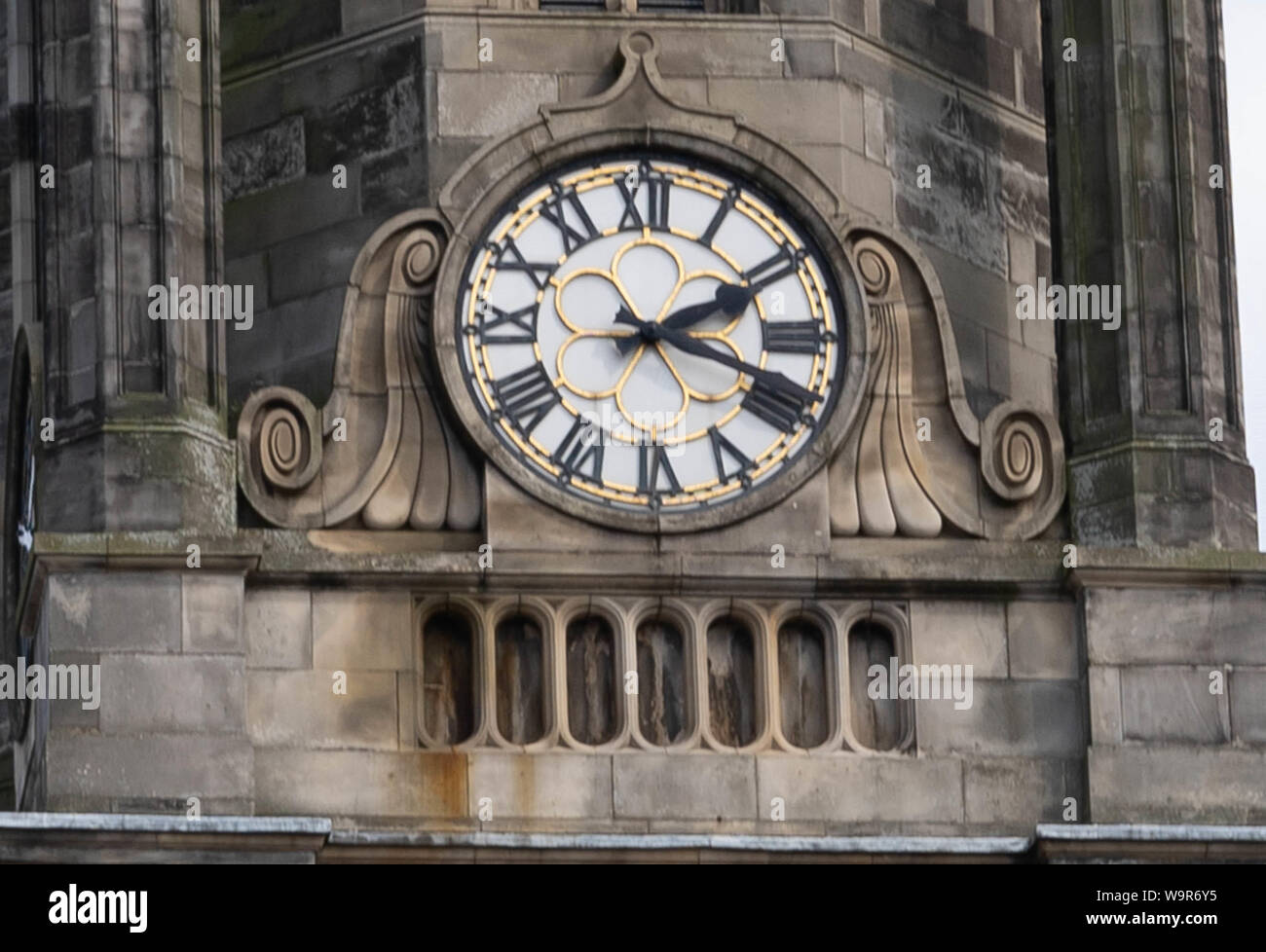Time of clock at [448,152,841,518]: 2:18
